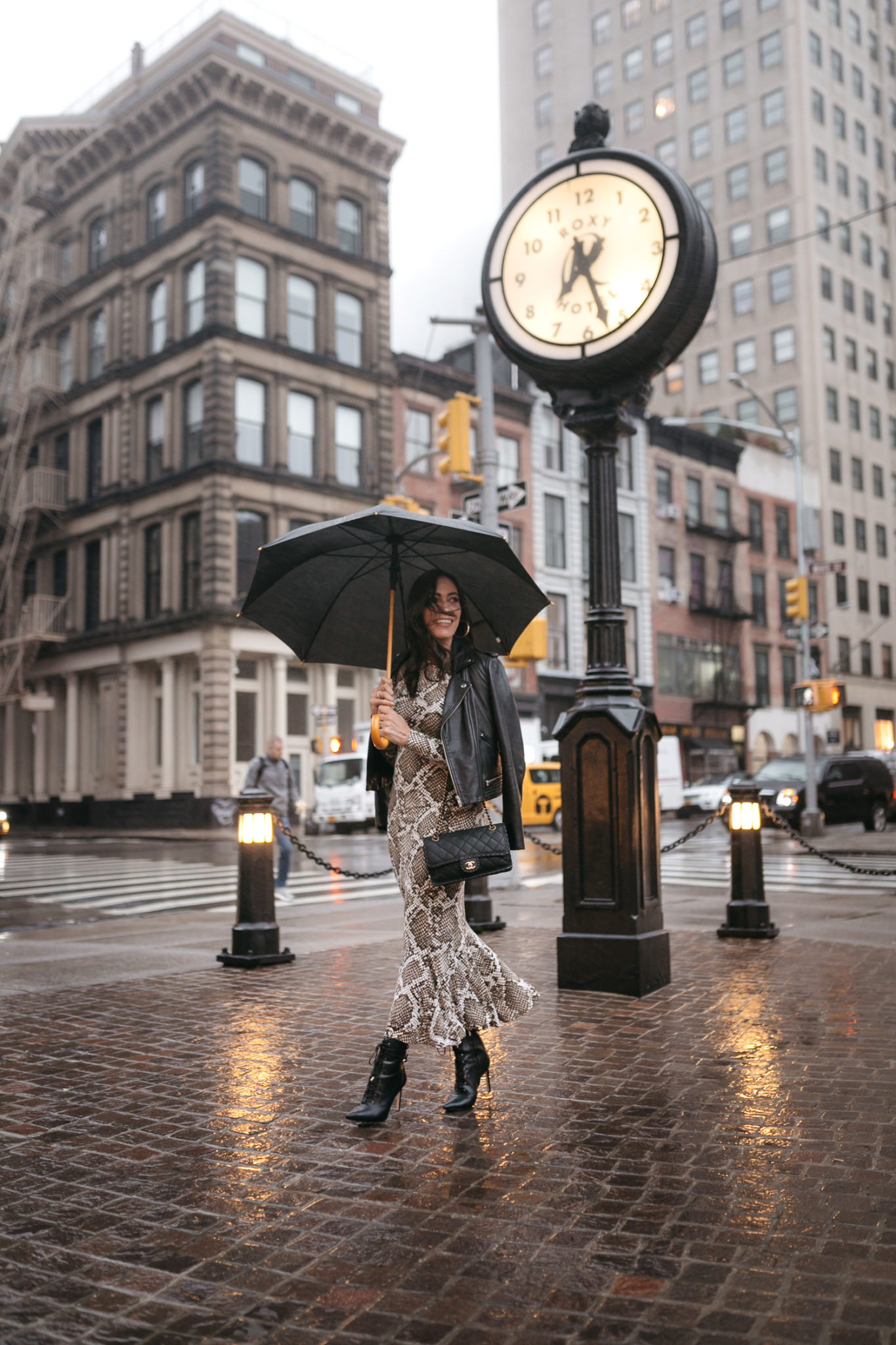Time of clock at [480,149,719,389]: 7:27
